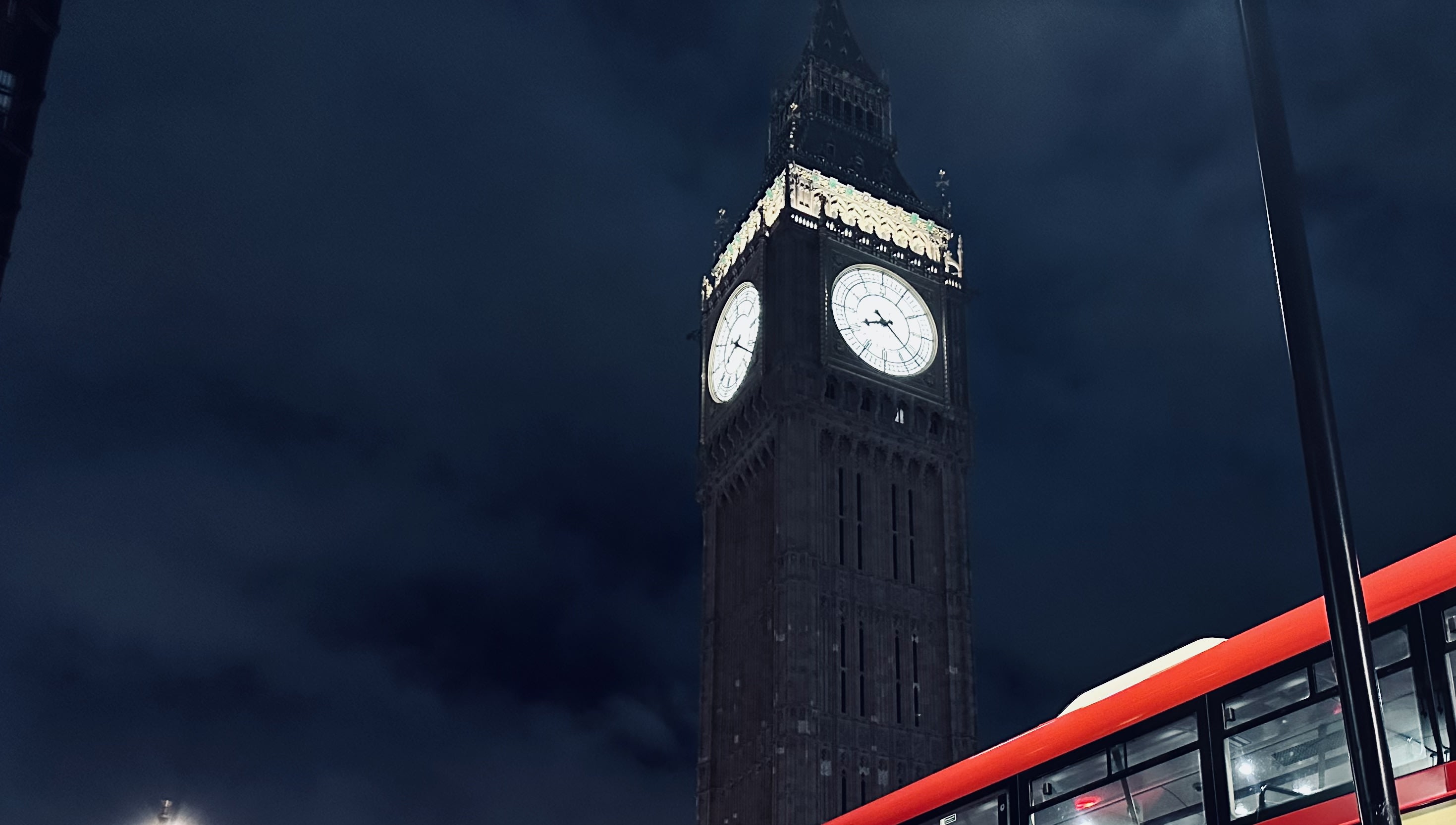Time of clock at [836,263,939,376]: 8:21
